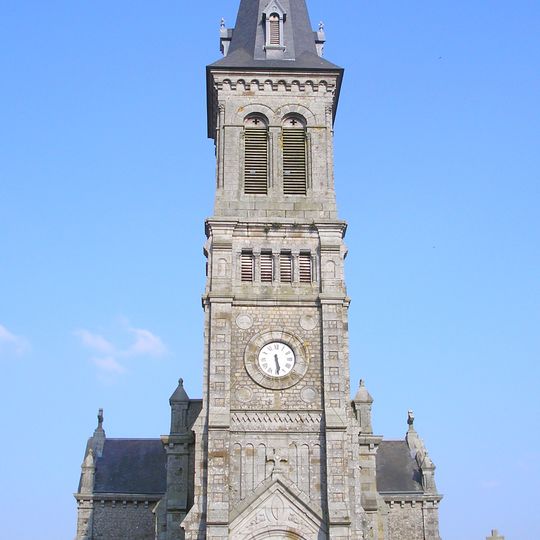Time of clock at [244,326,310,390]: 5:28
